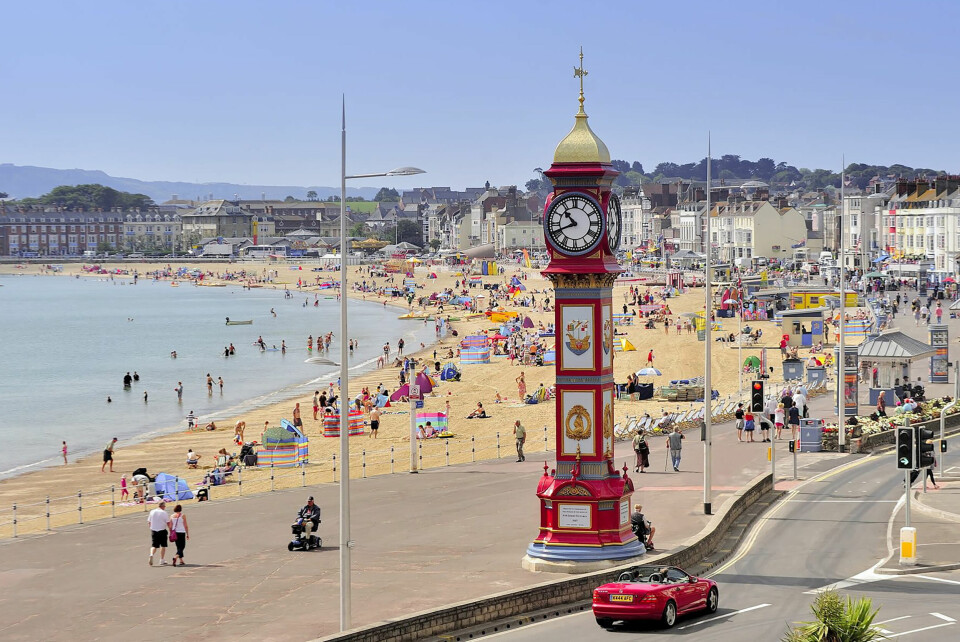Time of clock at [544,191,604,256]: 10:41
